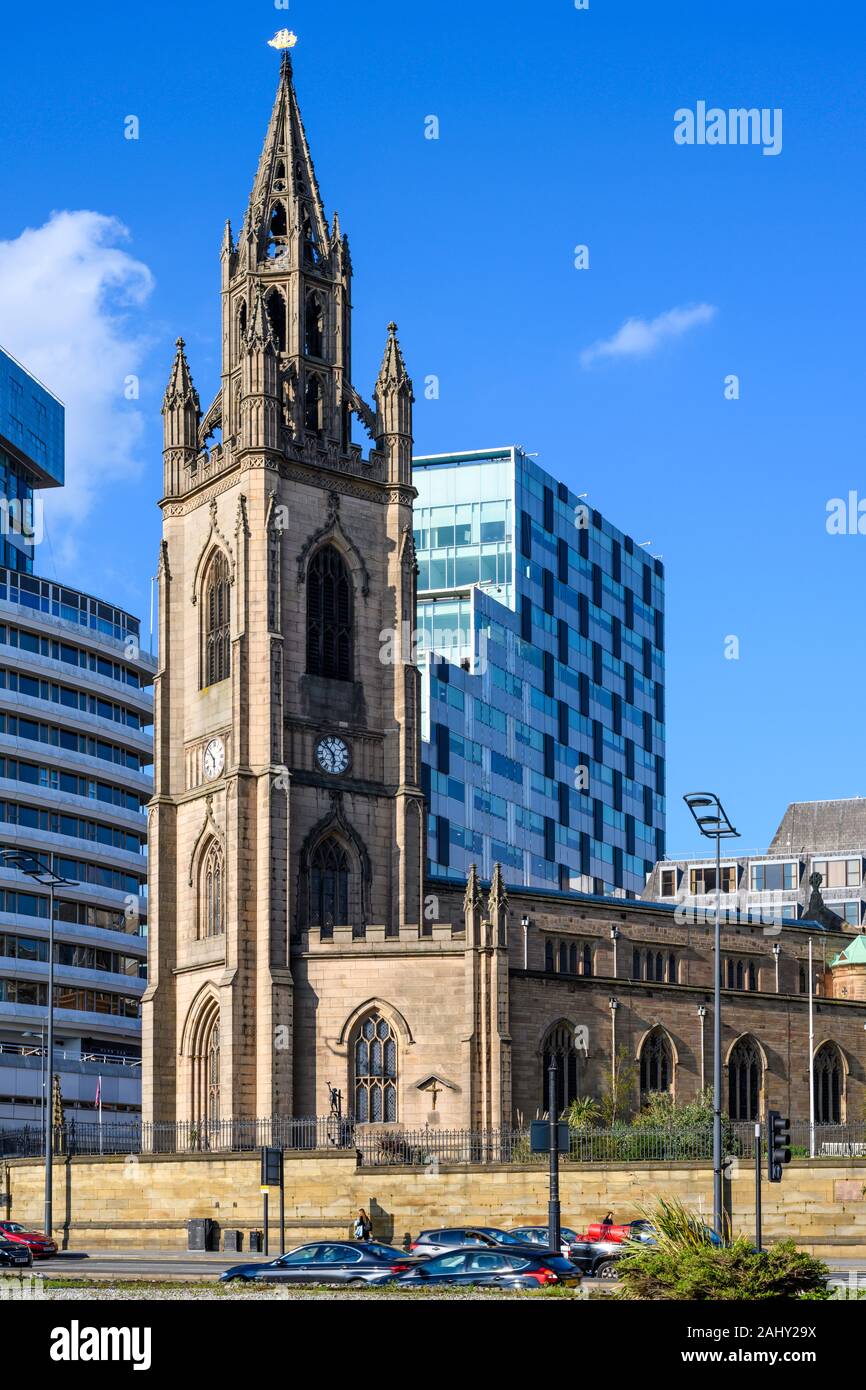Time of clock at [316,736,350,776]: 5:51
